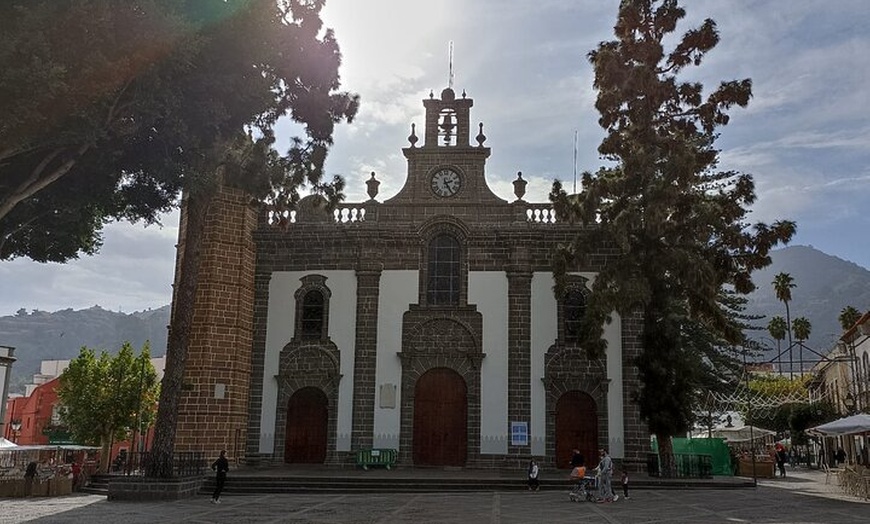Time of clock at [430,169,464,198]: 2:24
